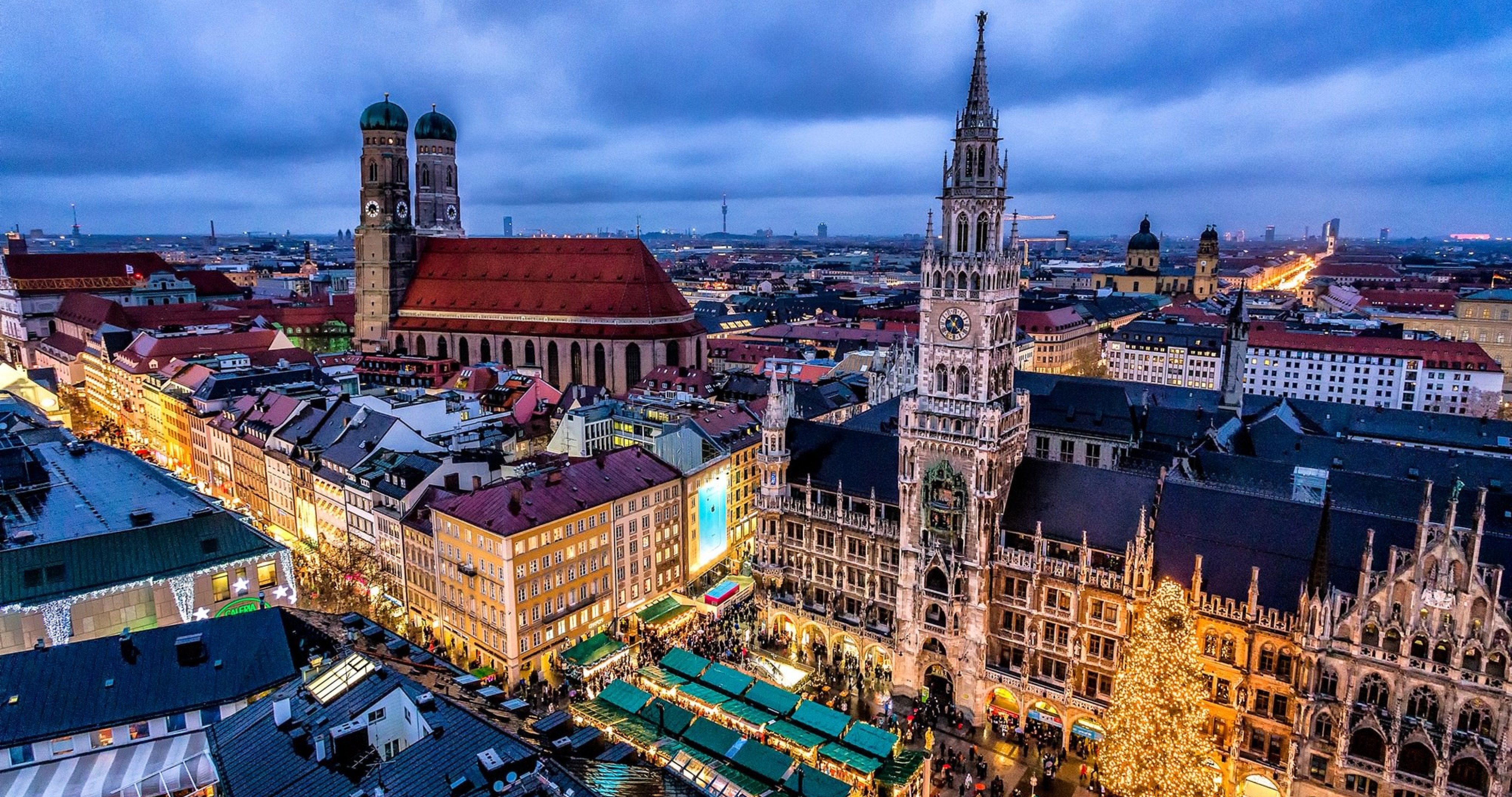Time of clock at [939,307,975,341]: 12:23
